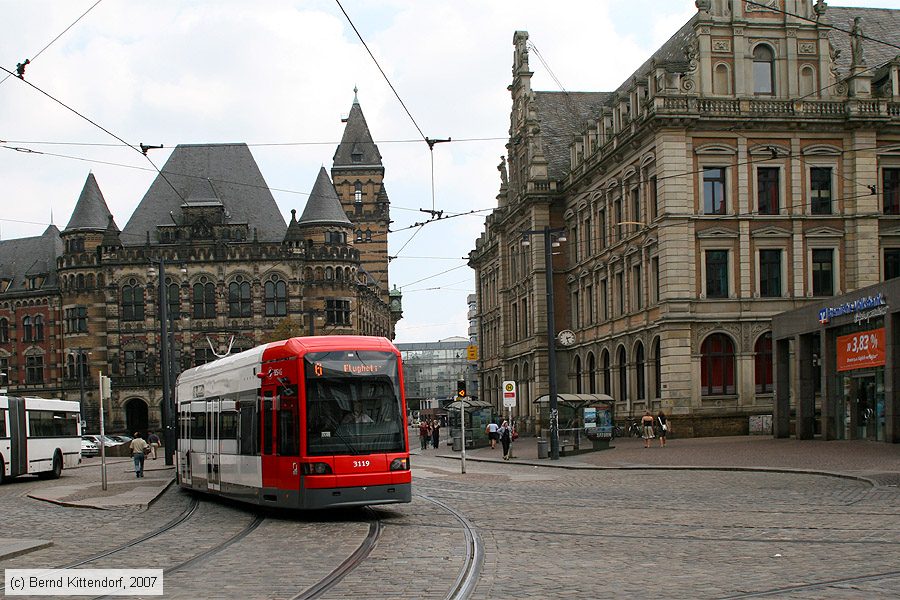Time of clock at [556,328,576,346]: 2:27
